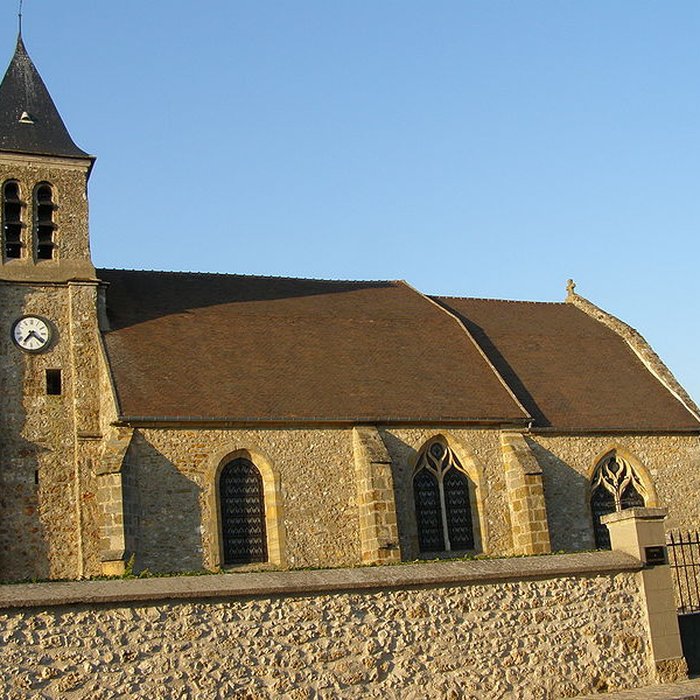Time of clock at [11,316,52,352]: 7:21
